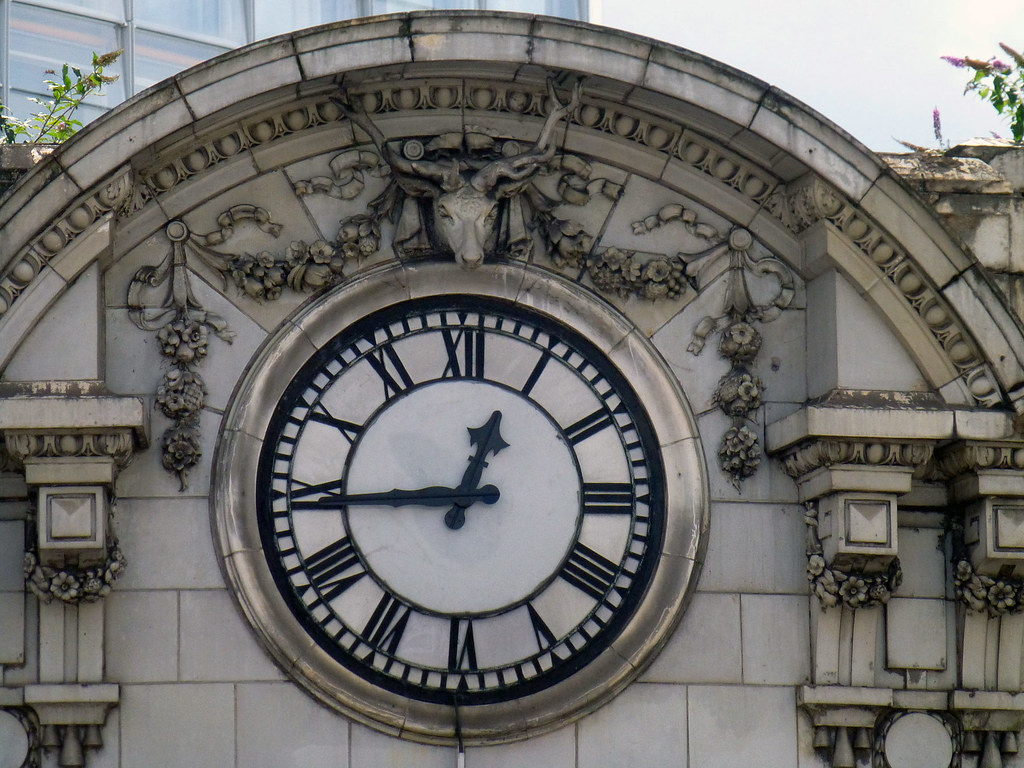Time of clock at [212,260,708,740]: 12:44
